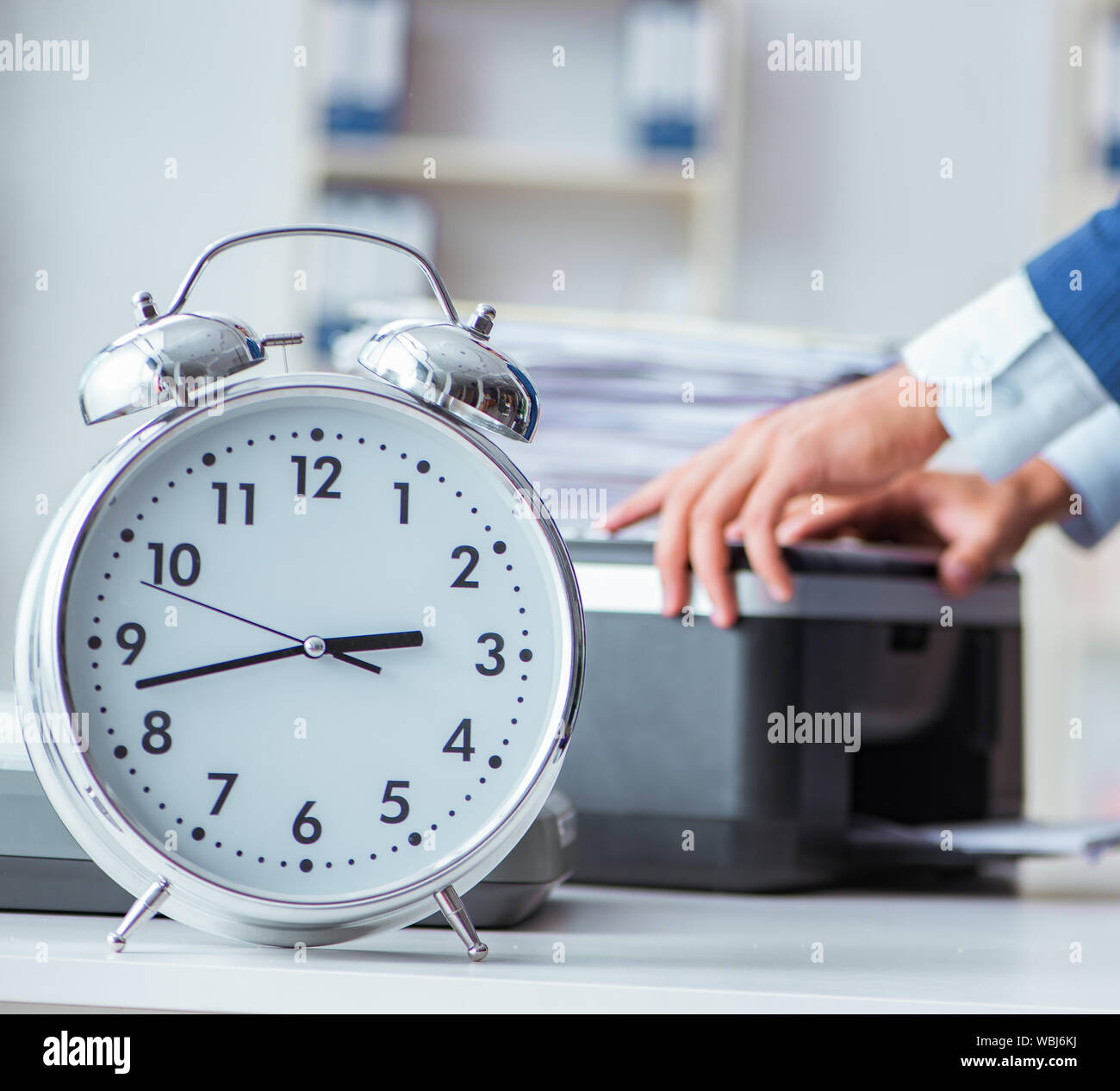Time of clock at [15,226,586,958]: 2:42
